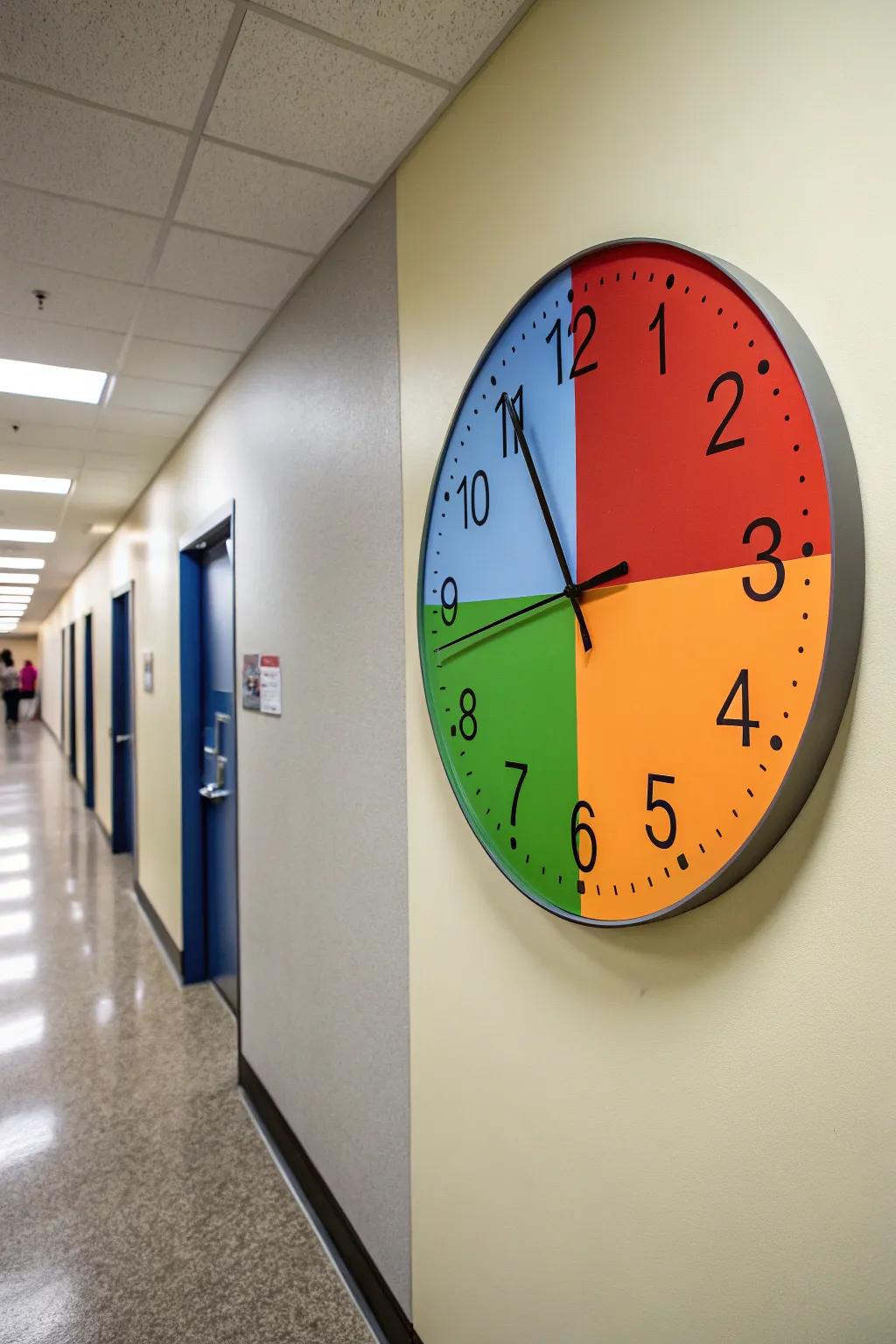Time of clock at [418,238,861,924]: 10:55
